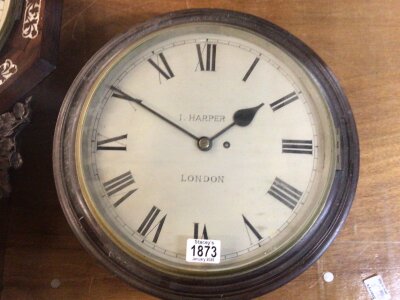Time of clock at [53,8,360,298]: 1:50
